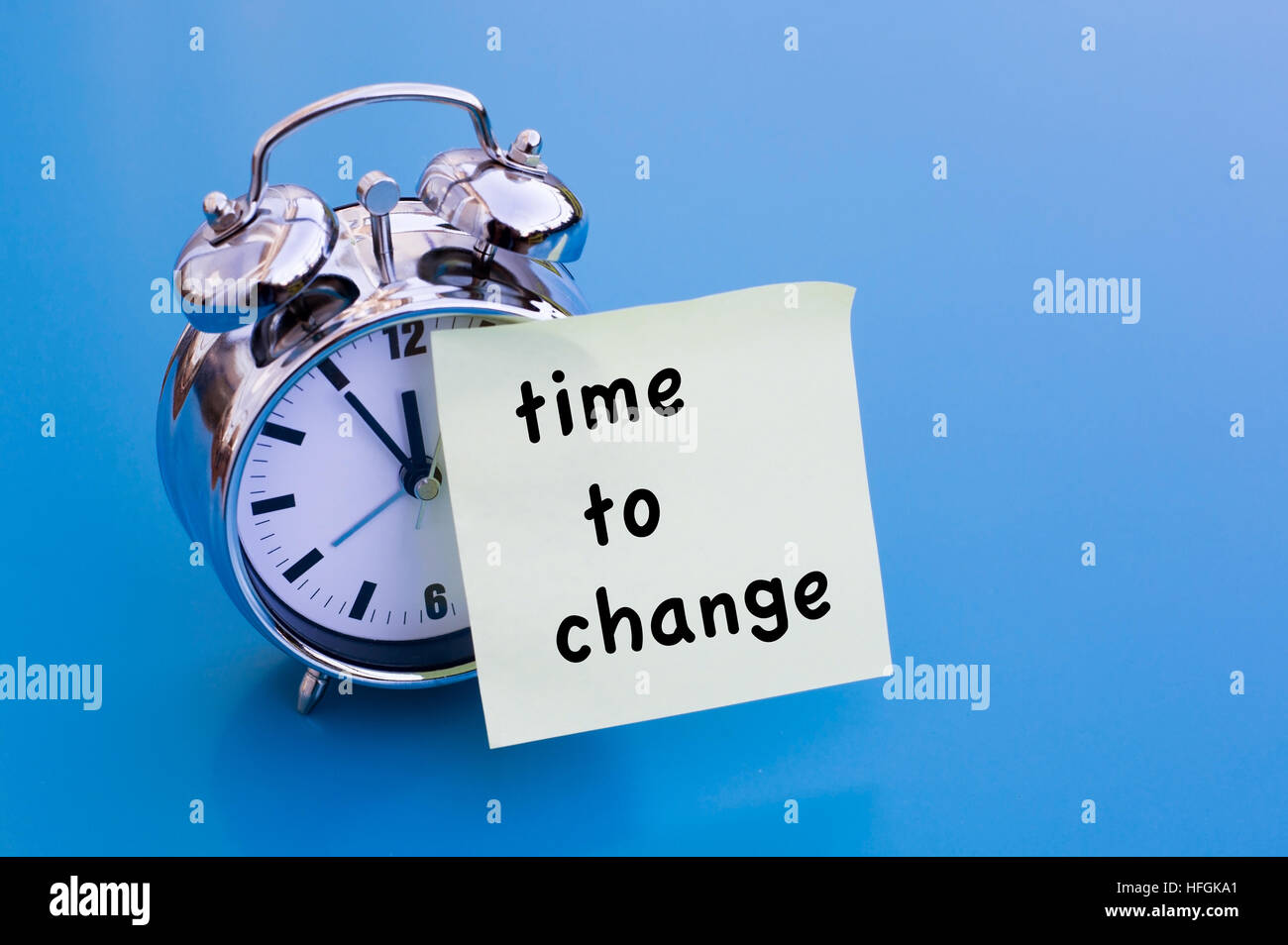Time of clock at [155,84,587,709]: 11:54
